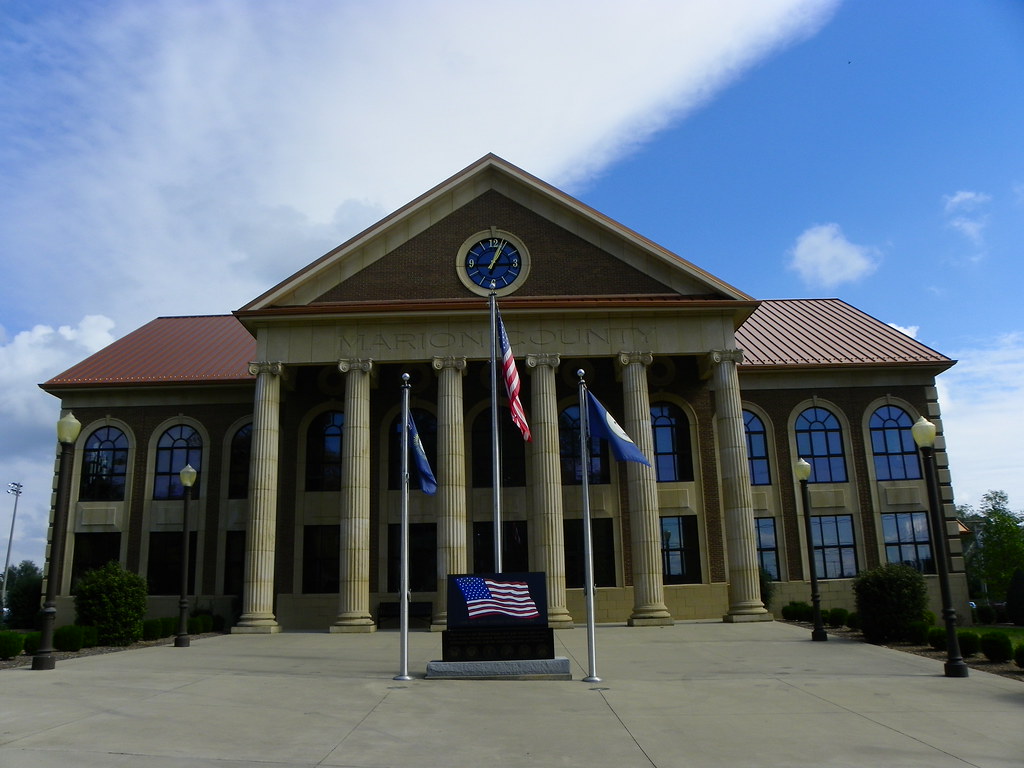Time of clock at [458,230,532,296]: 3:03
